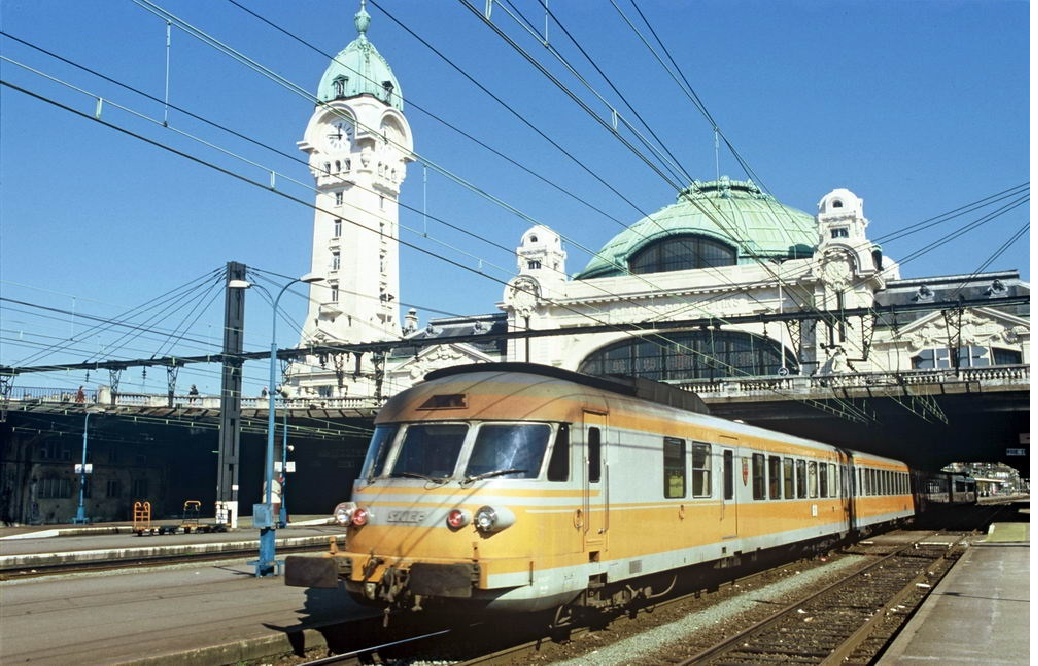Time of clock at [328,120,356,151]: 11:46
